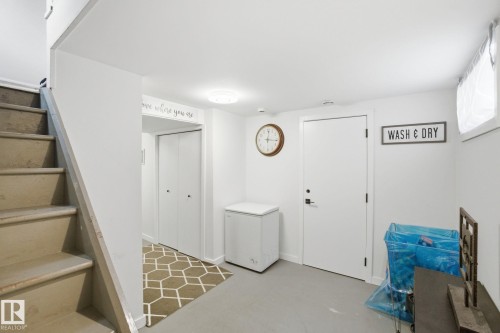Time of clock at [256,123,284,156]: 12:16
